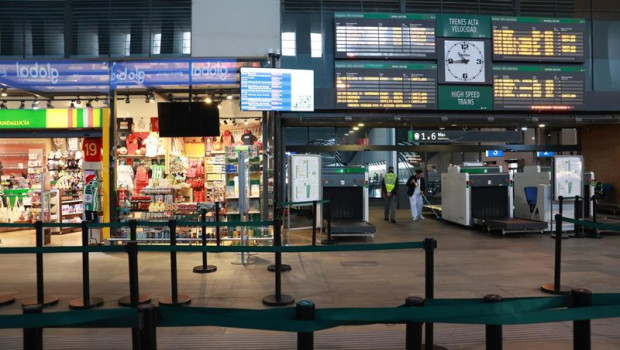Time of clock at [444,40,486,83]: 10:43
